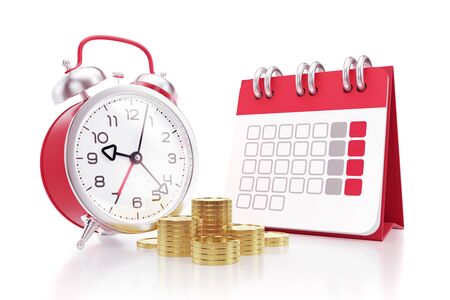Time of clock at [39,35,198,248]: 9:22
